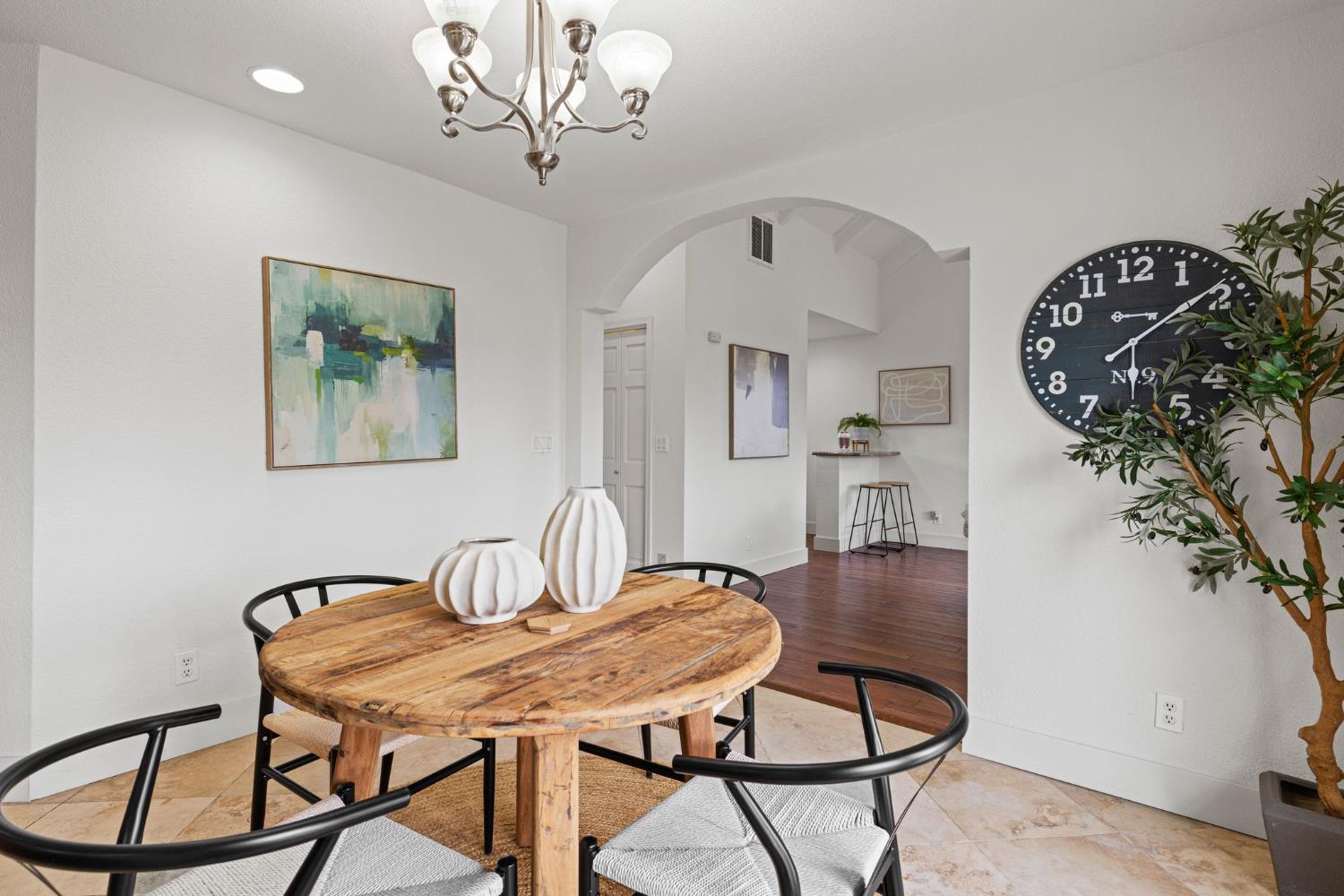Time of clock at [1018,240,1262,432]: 6:08
